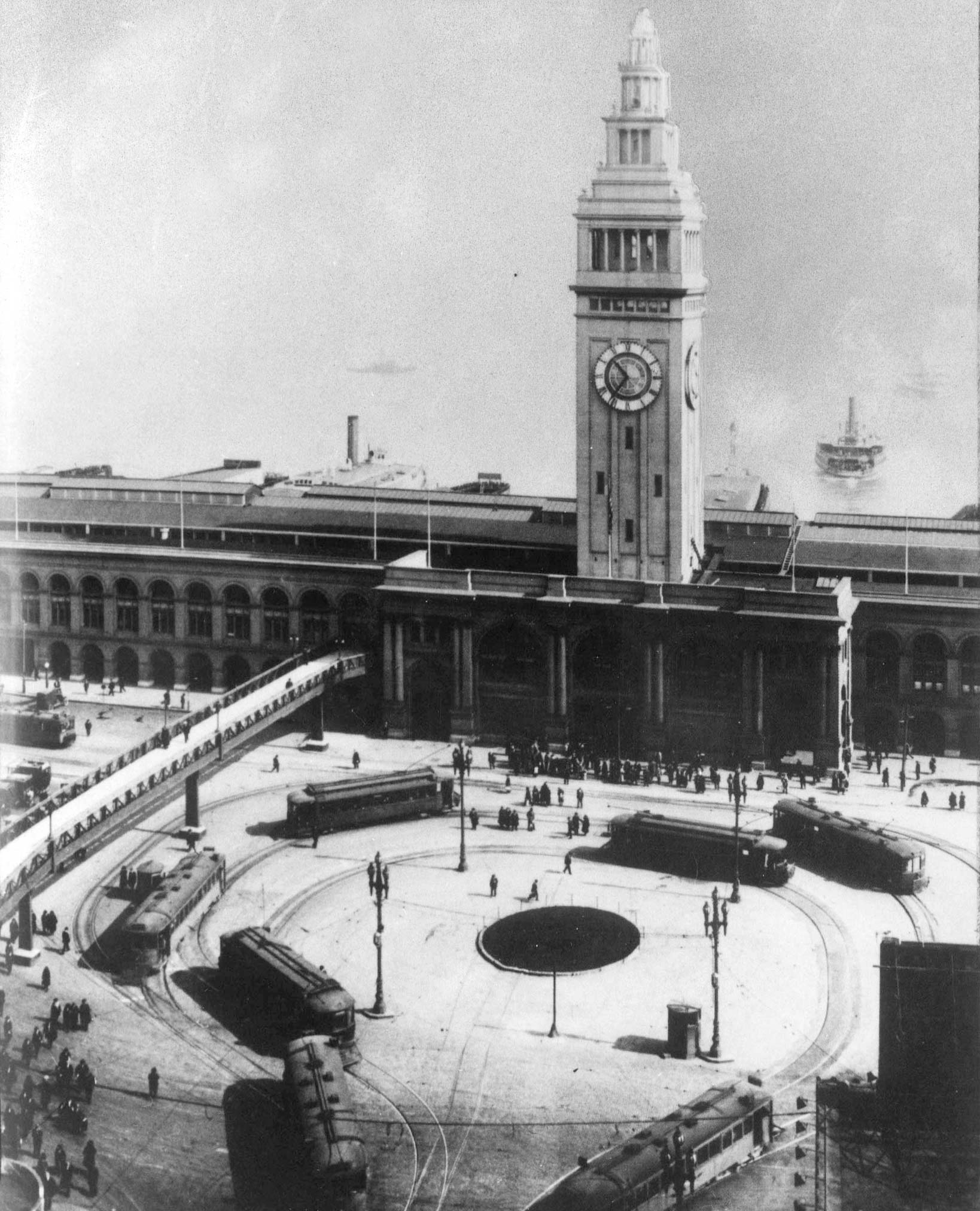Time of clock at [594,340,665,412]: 10:36
